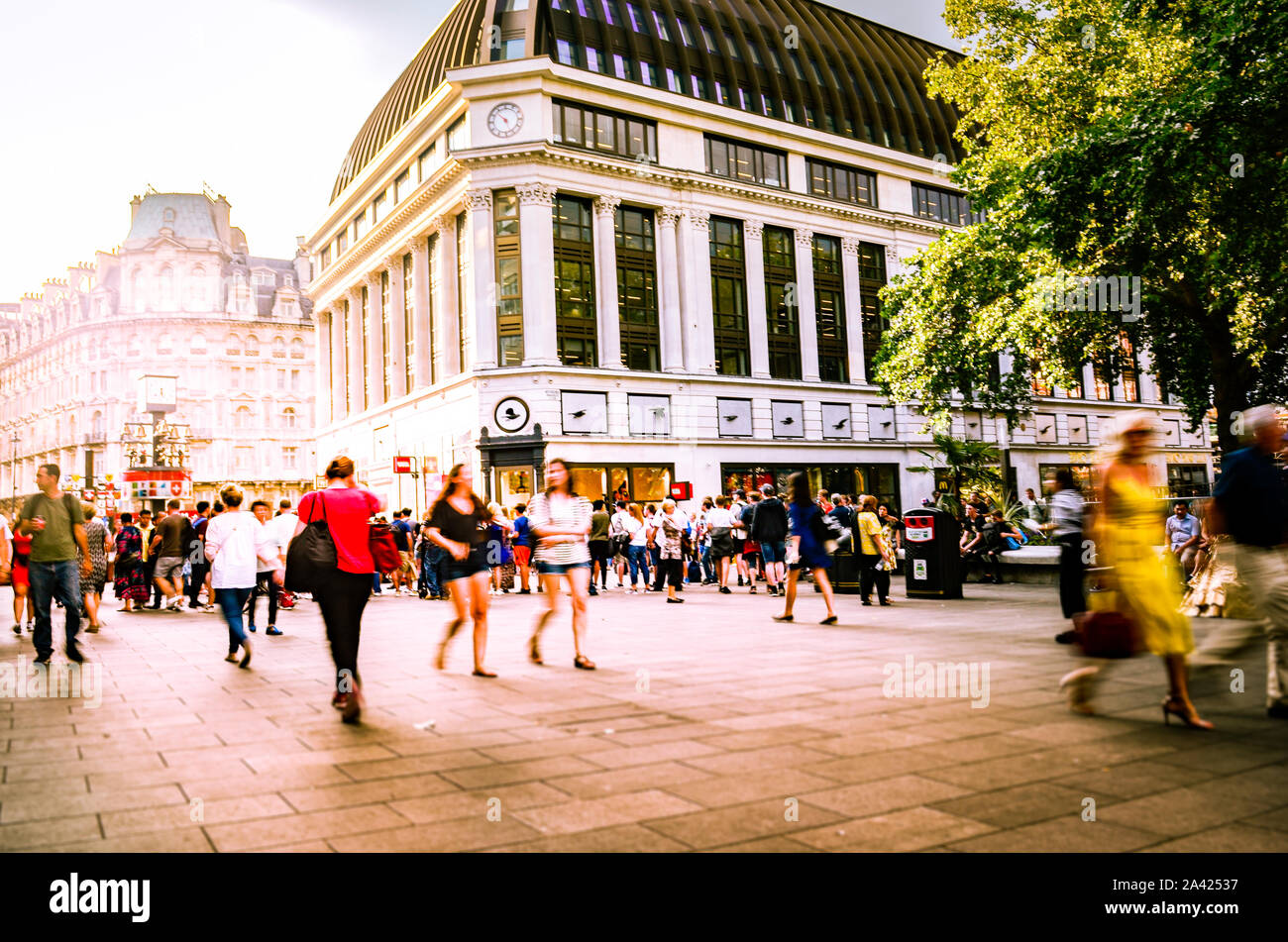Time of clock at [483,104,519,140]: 4:52
